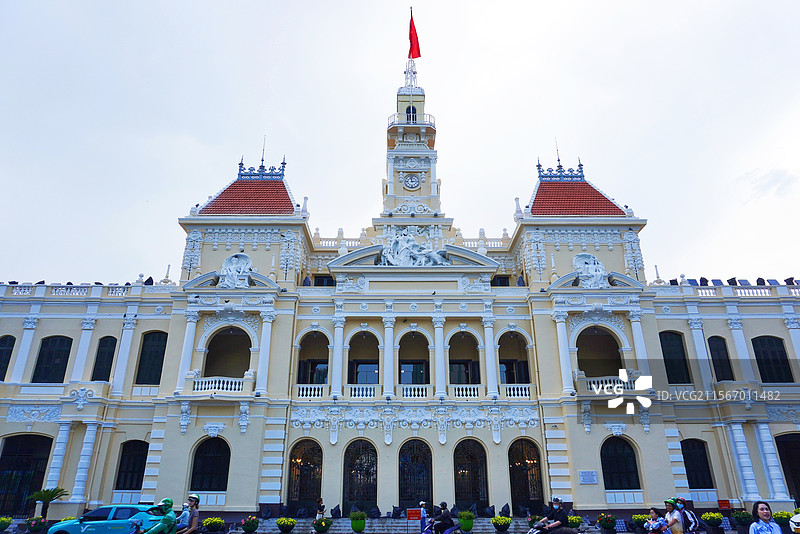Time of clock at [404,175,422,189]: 2:58
